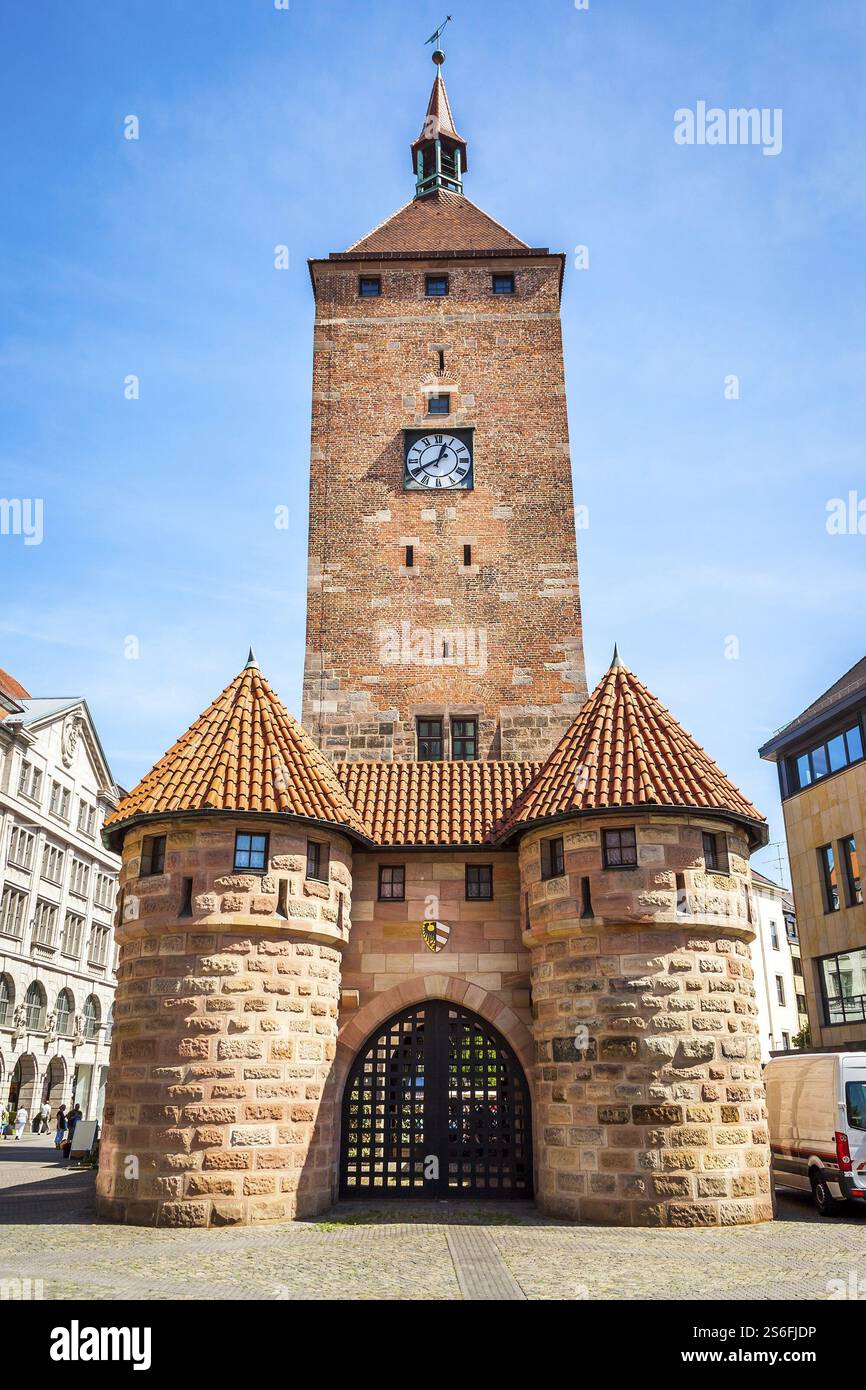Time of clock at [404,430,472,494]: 12:40
